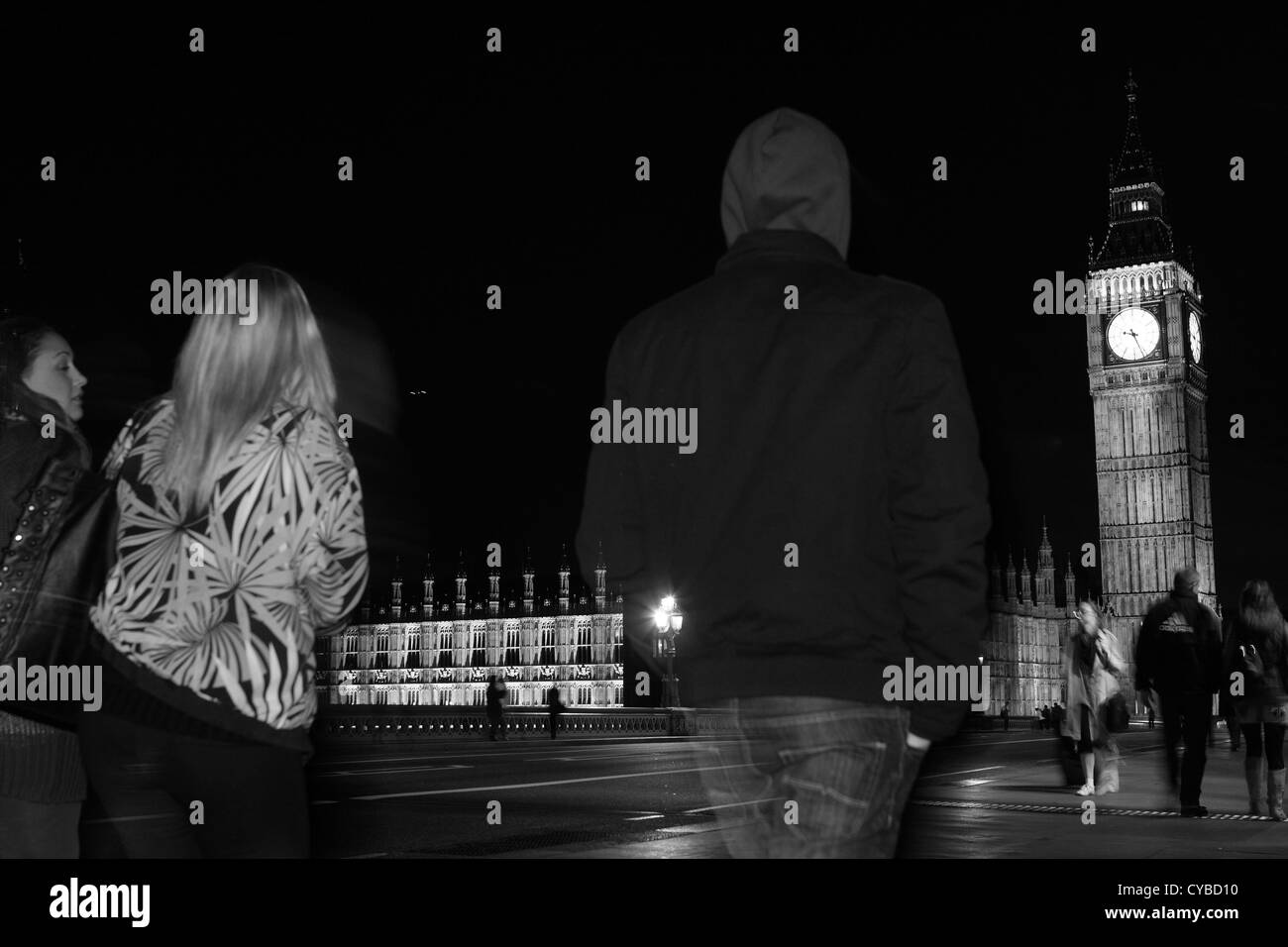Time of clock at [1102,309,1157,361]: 9:26
